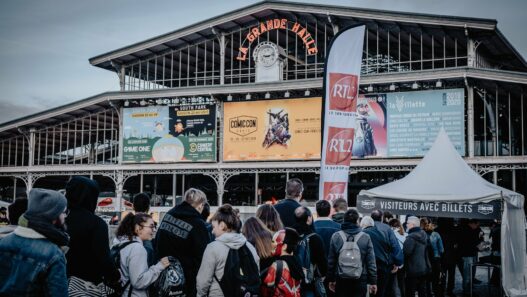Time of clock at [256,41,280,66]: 9:12
